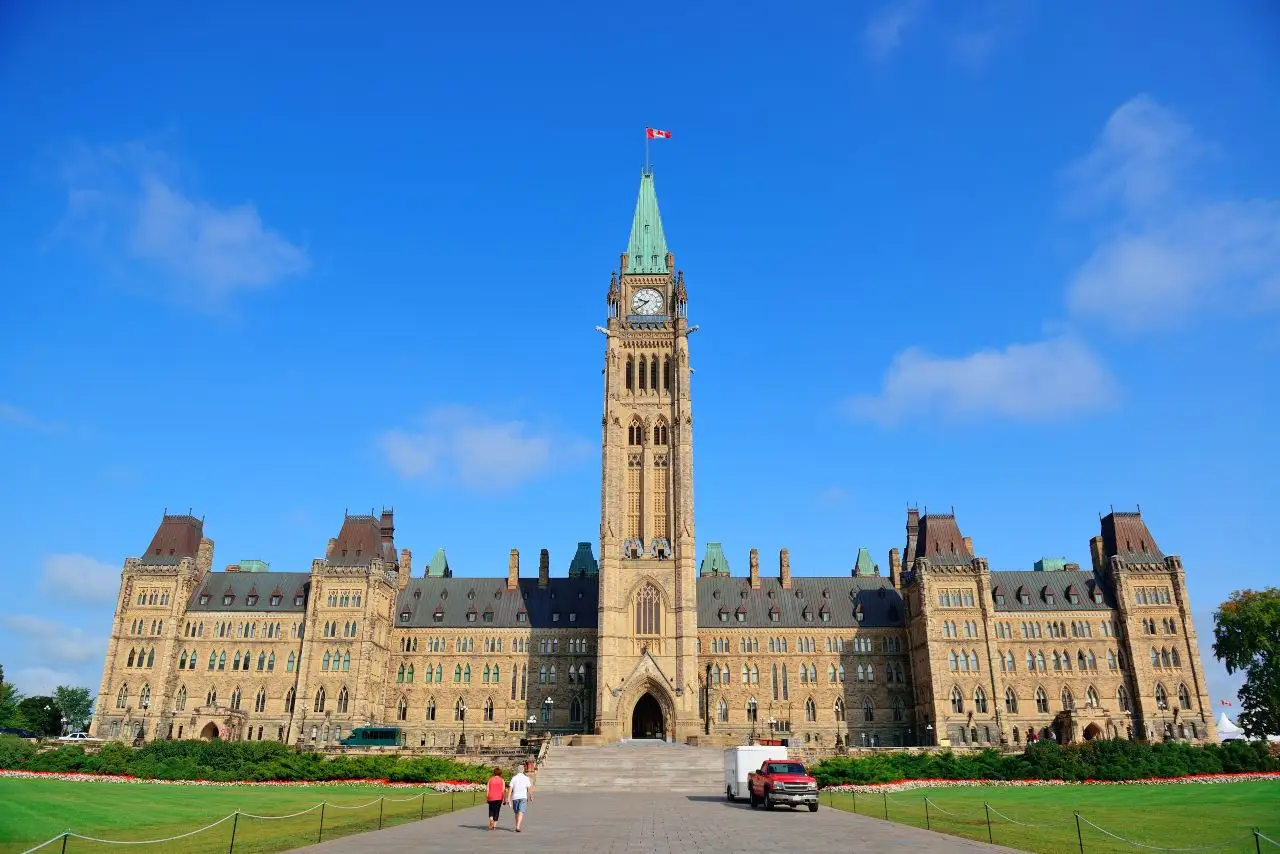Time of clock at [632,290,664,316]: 9:39
